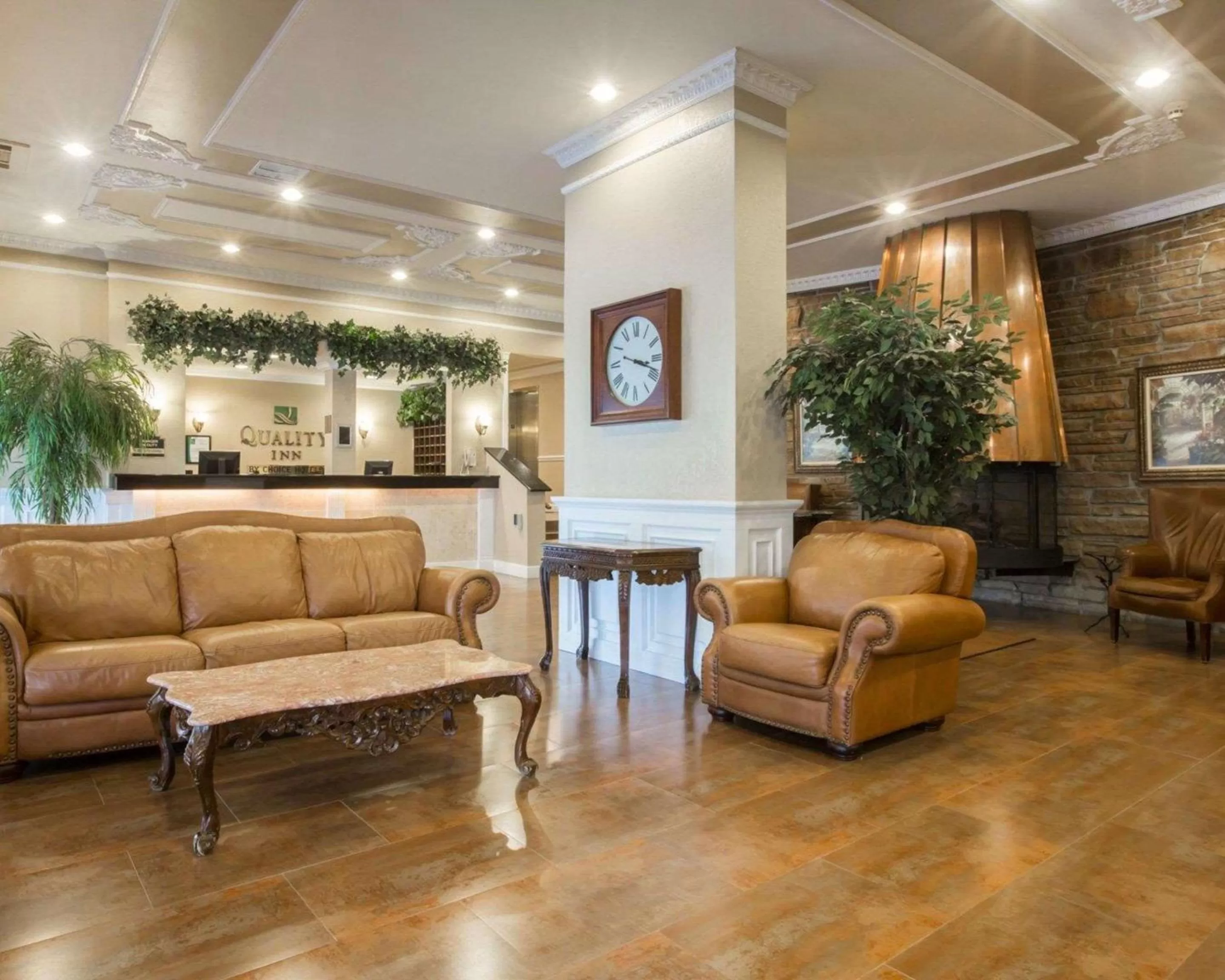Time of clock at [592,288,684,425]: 3:18
